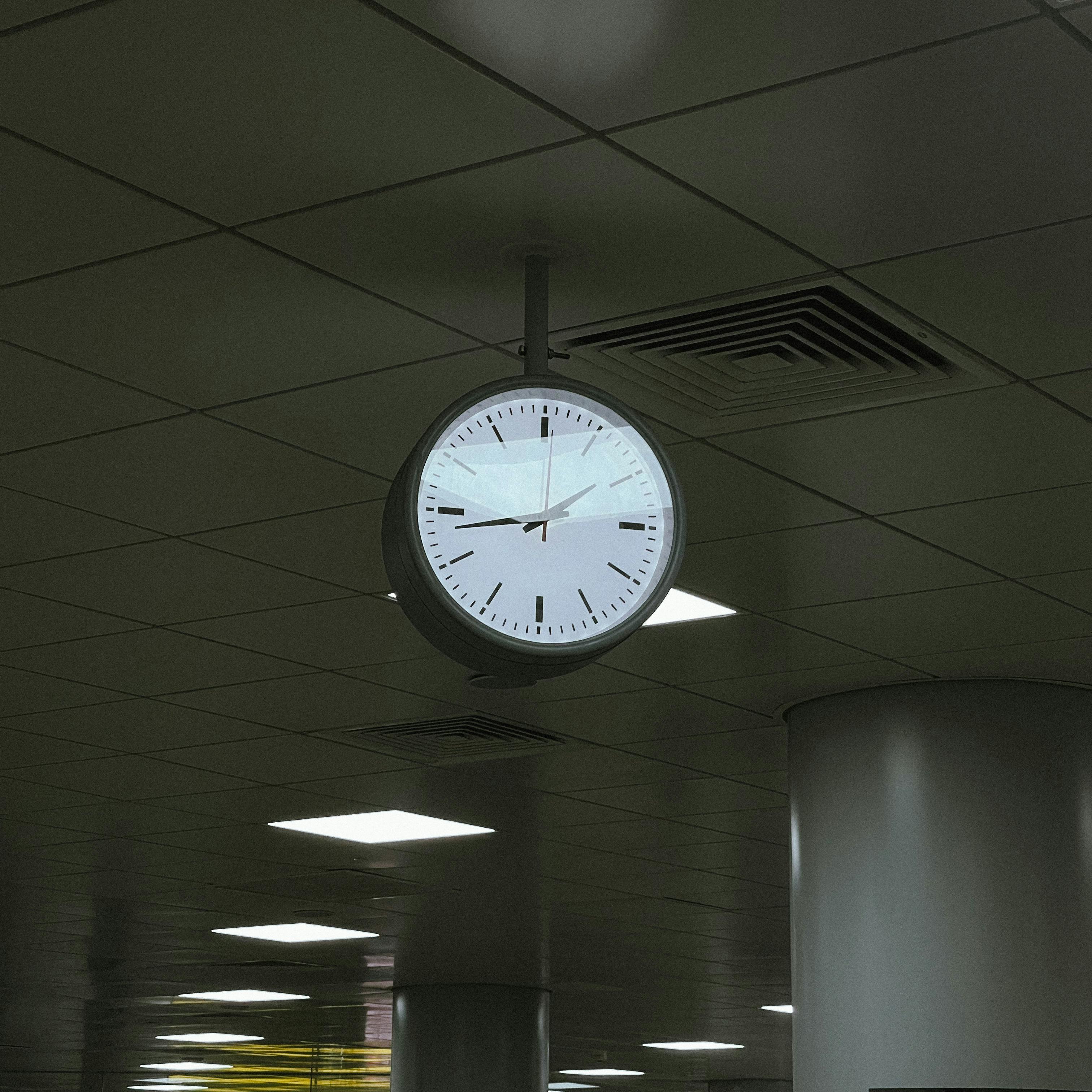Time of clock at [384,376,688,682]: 1:43
